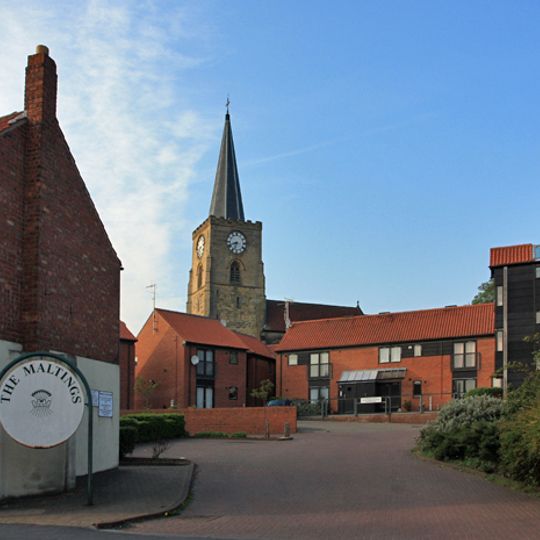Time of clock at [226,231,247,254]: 6:41
